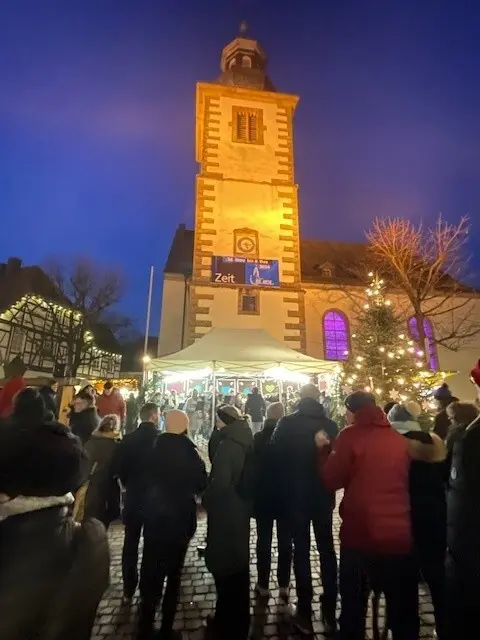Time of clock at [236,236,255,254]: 3:27
